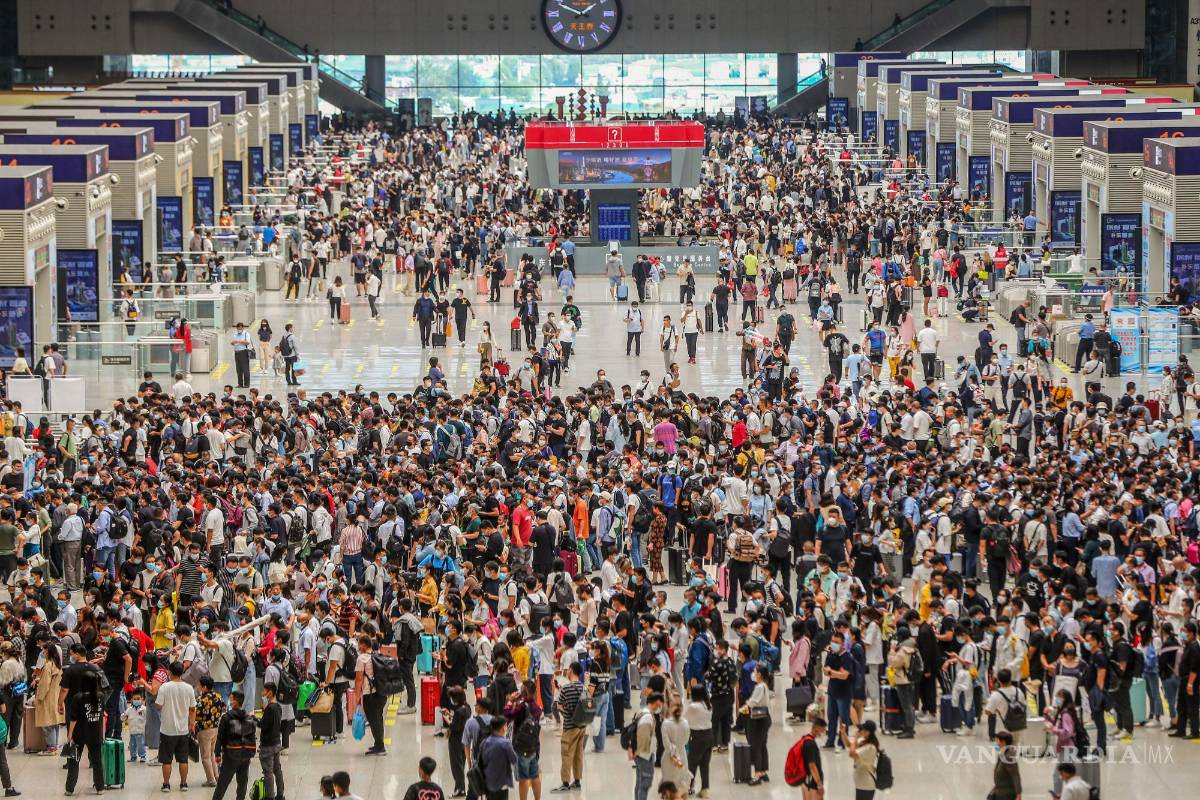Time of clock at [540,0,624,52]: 1:49
